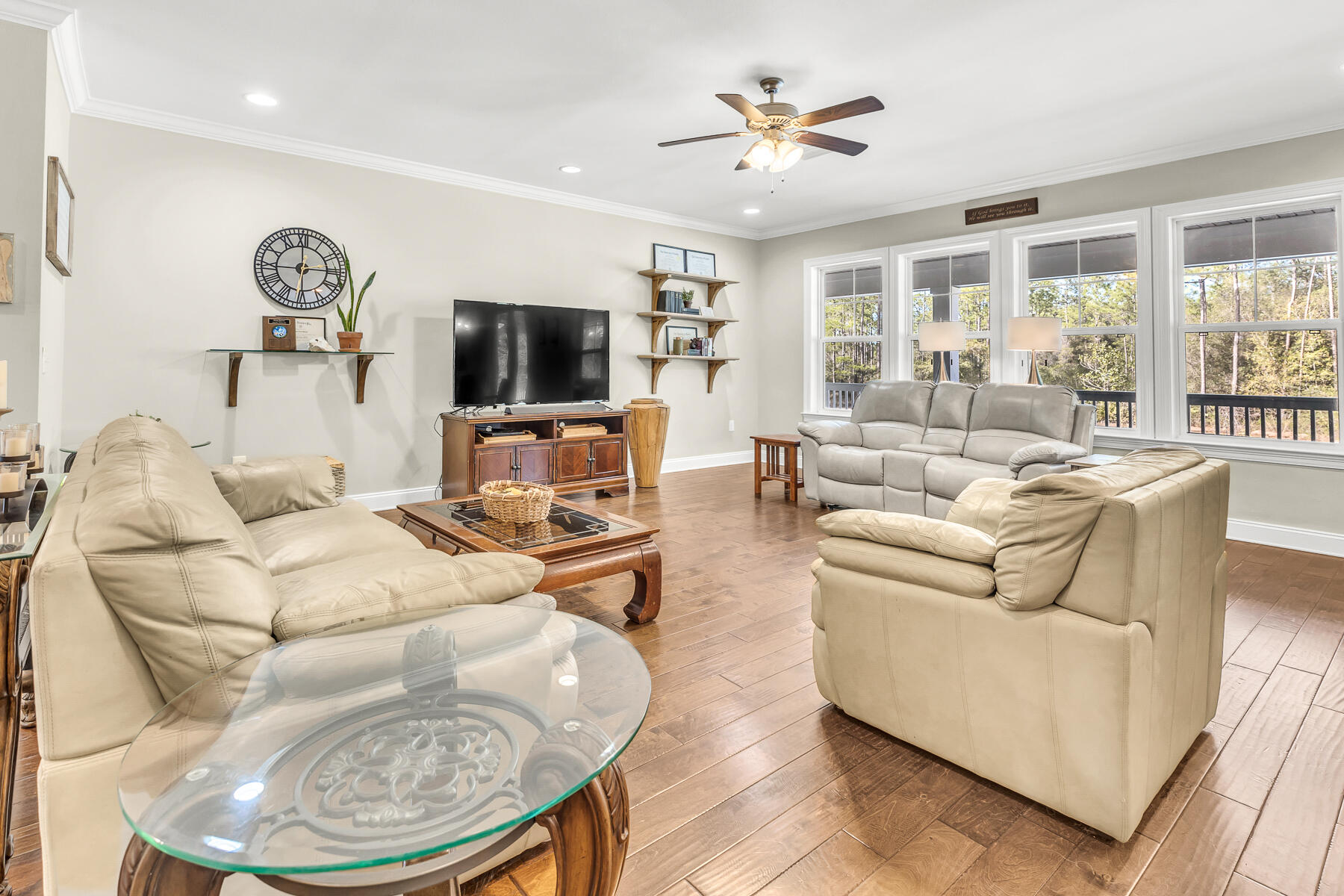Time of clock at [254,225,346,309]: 2:59
